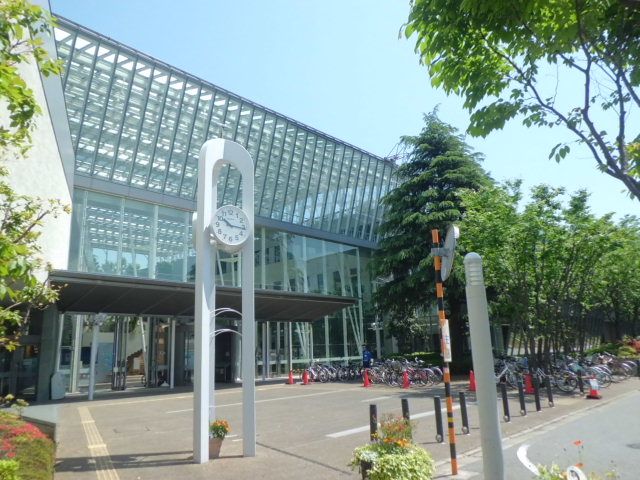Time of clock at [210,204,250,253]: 10:15
